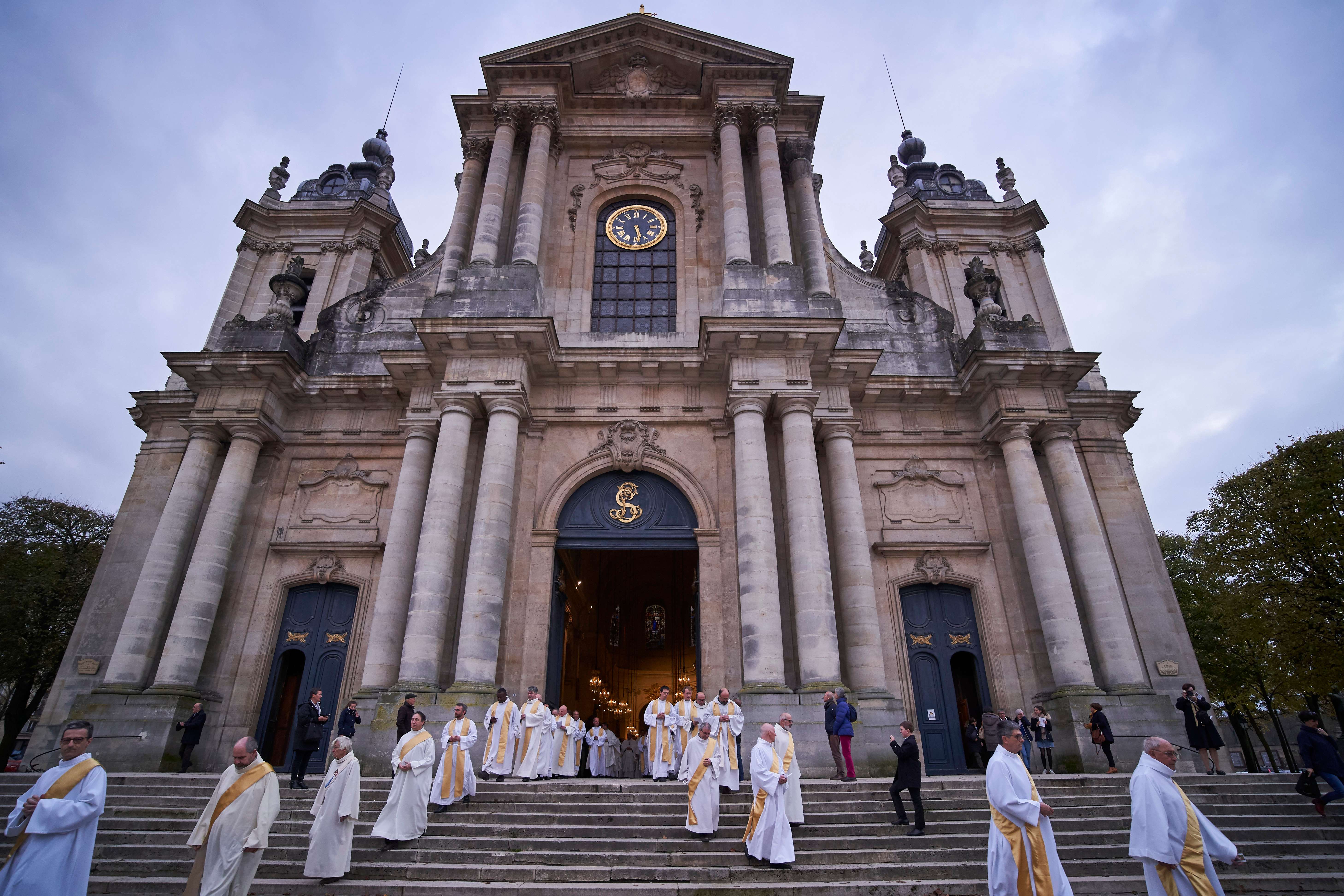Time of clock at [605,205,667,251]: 5:28
